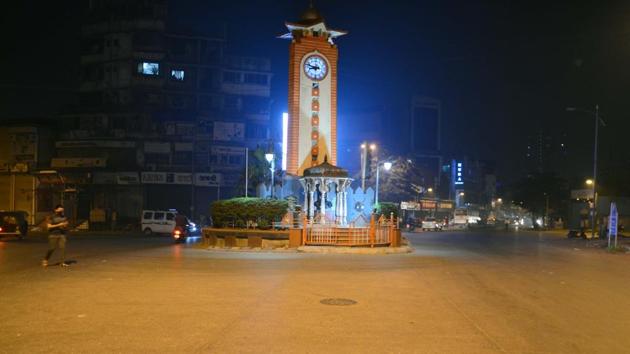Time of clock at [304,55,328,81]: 8:47
